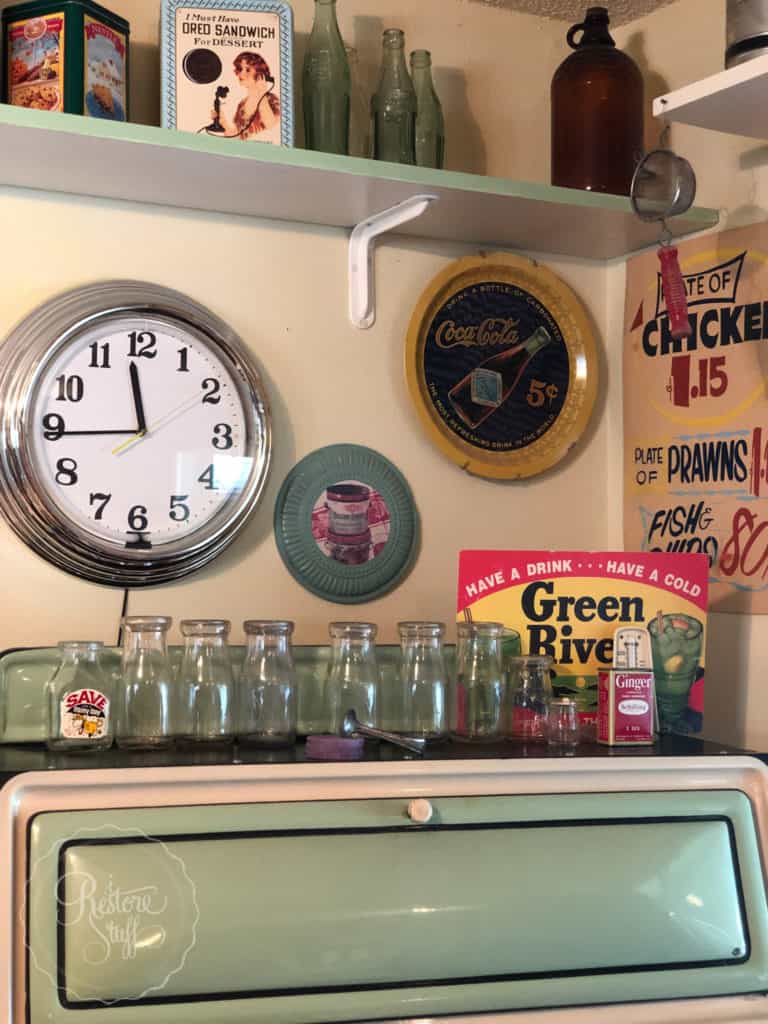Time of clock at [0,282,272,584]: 11:44
